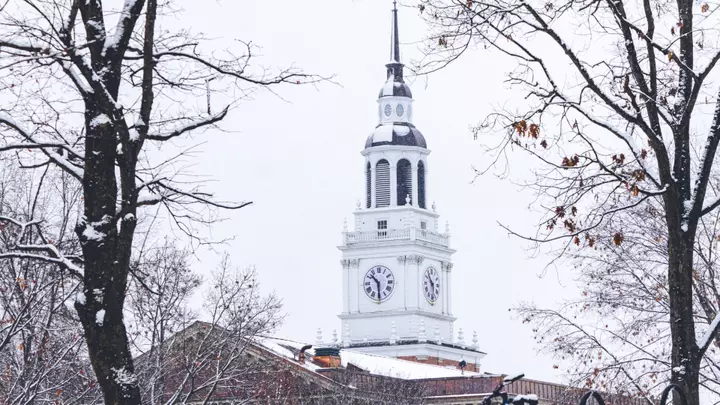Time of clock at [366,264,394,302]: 10:29
